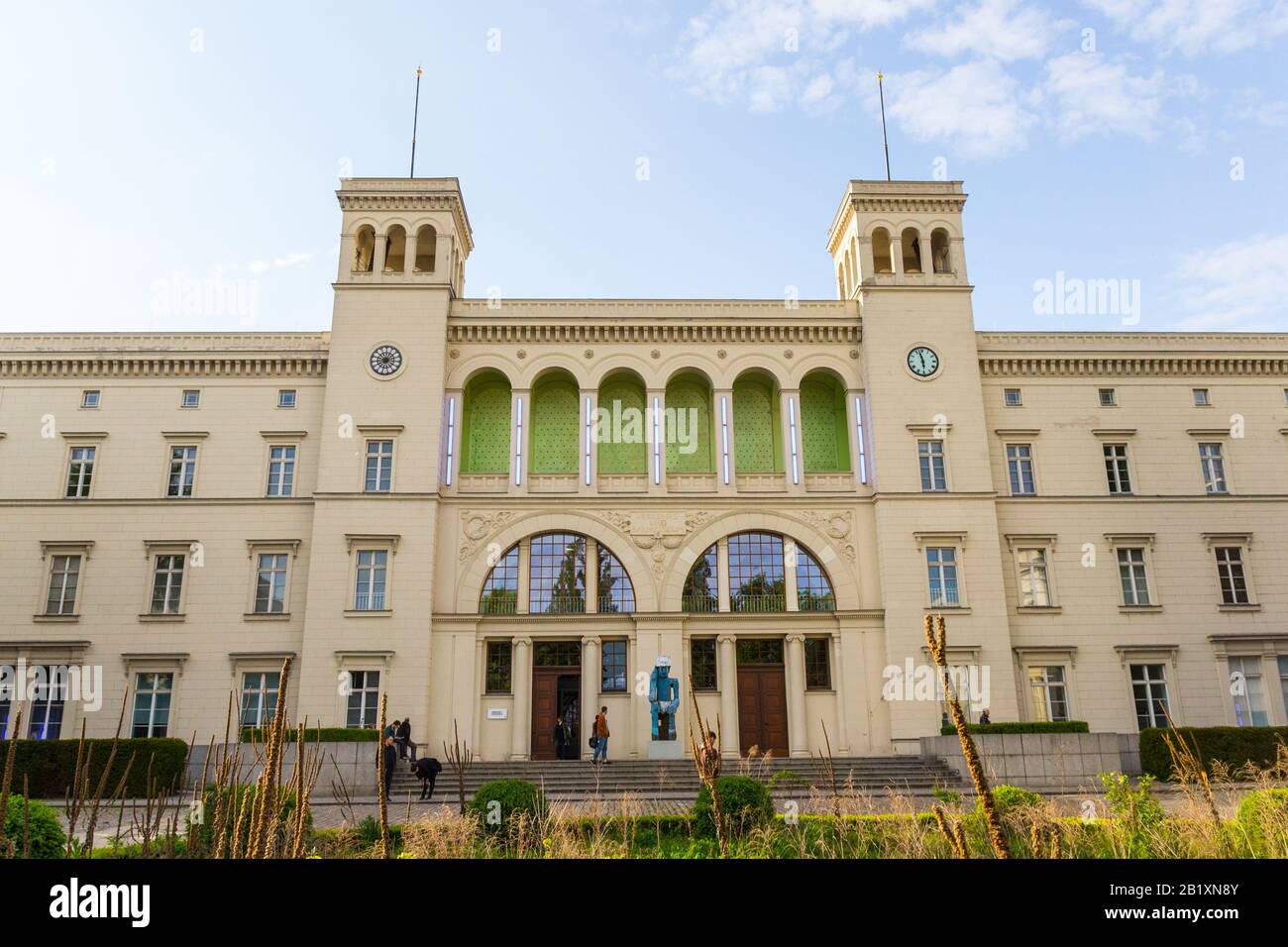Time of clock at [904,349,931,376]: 5:57
